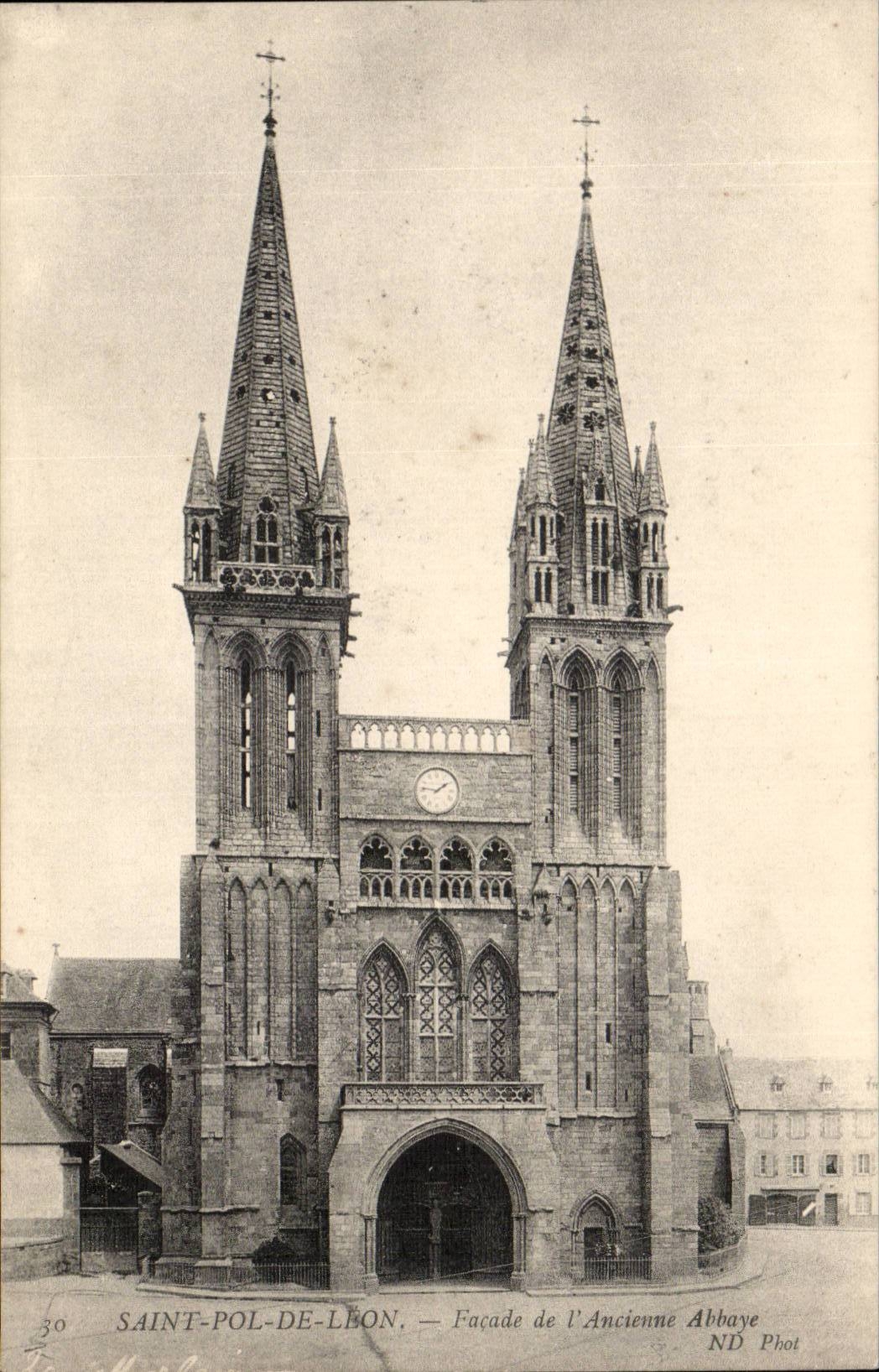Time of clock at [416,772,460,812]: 1:46
